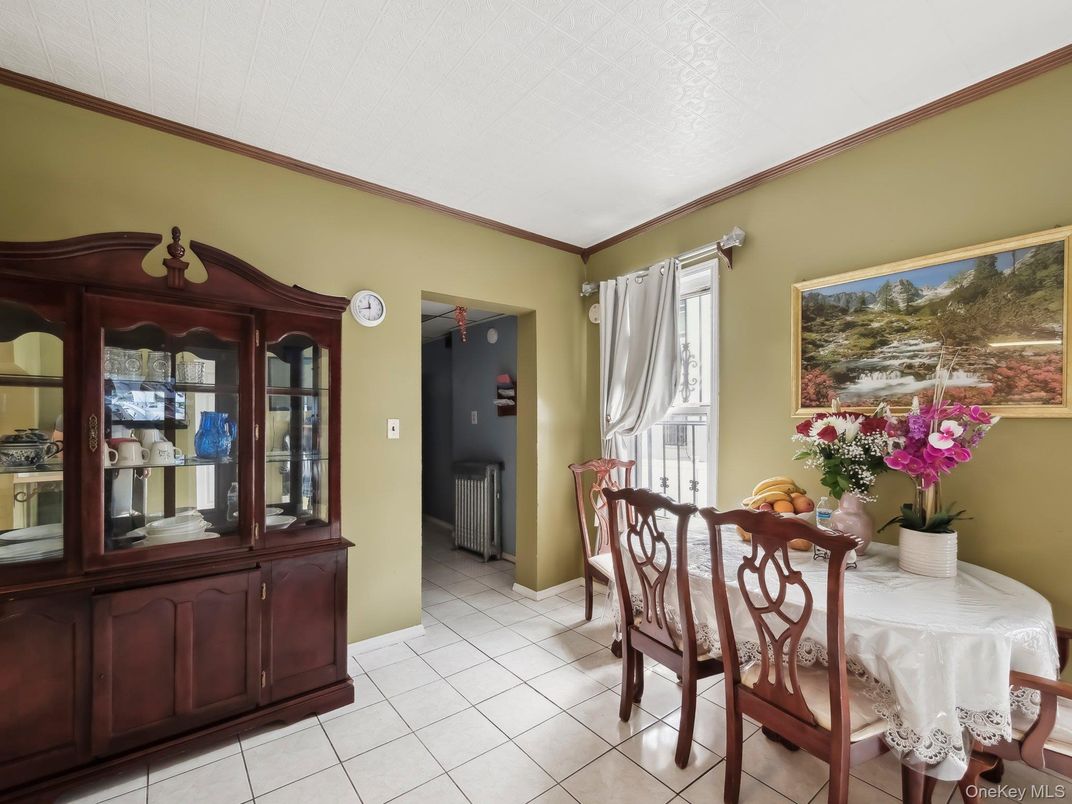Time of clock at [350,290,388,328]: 11:42
